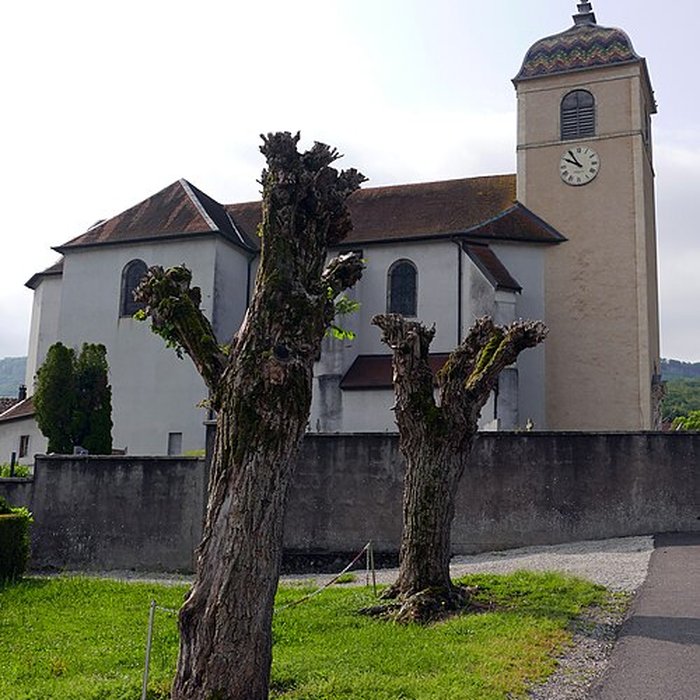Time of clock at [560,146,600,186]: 9:54
